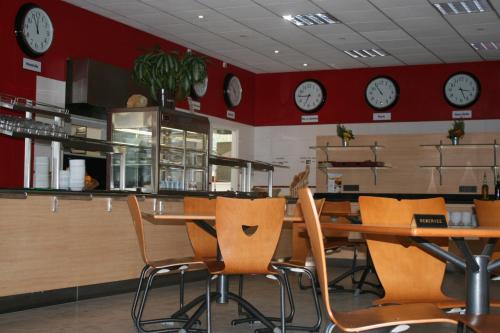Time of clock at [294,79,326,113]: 6:44
